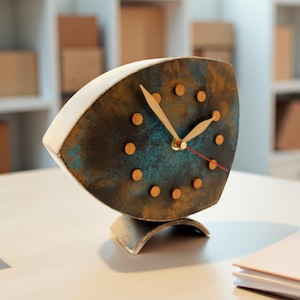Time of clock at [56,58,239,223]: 1:54
